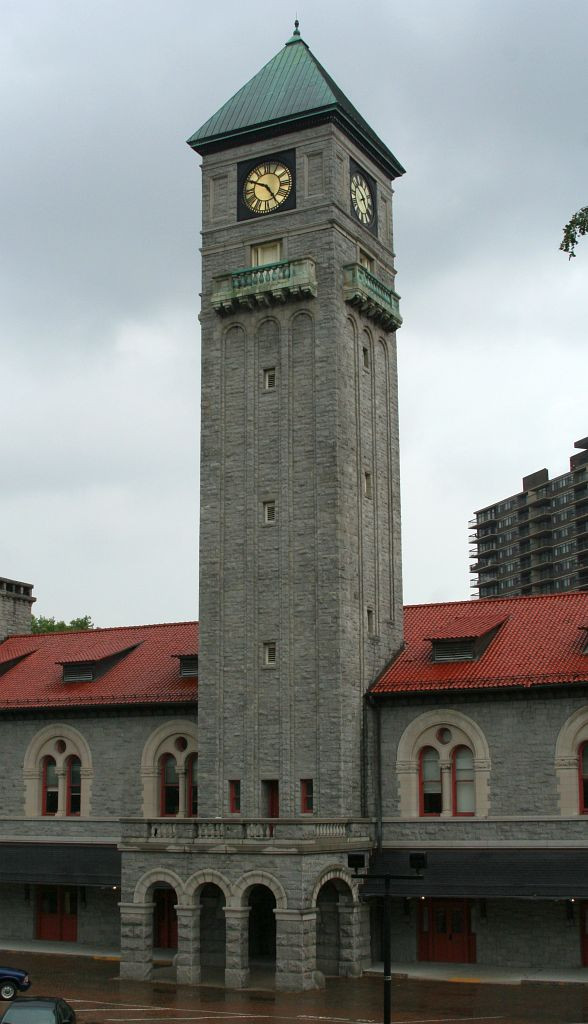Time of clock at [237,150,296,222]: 4:49
